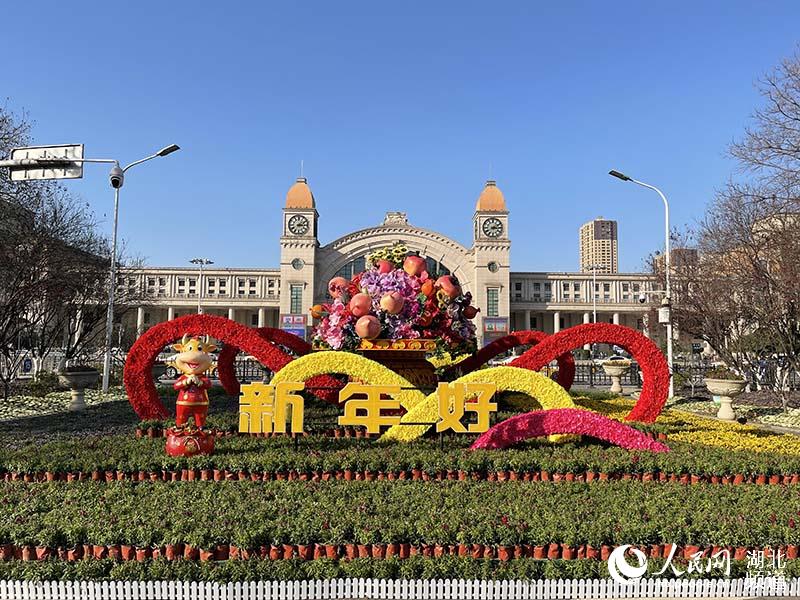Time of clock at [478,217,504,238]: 2:15
